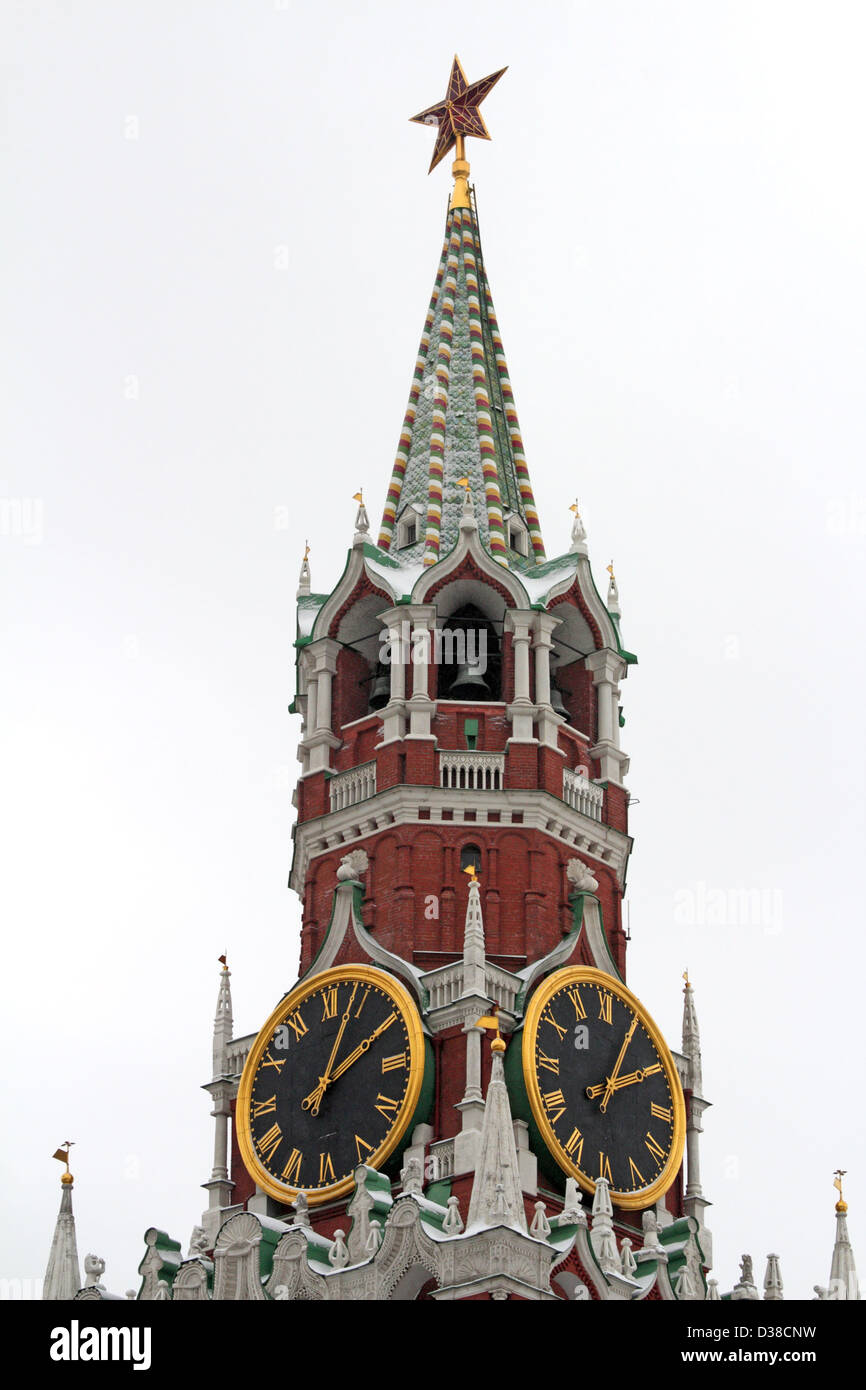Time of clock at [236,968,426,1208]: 2:03
